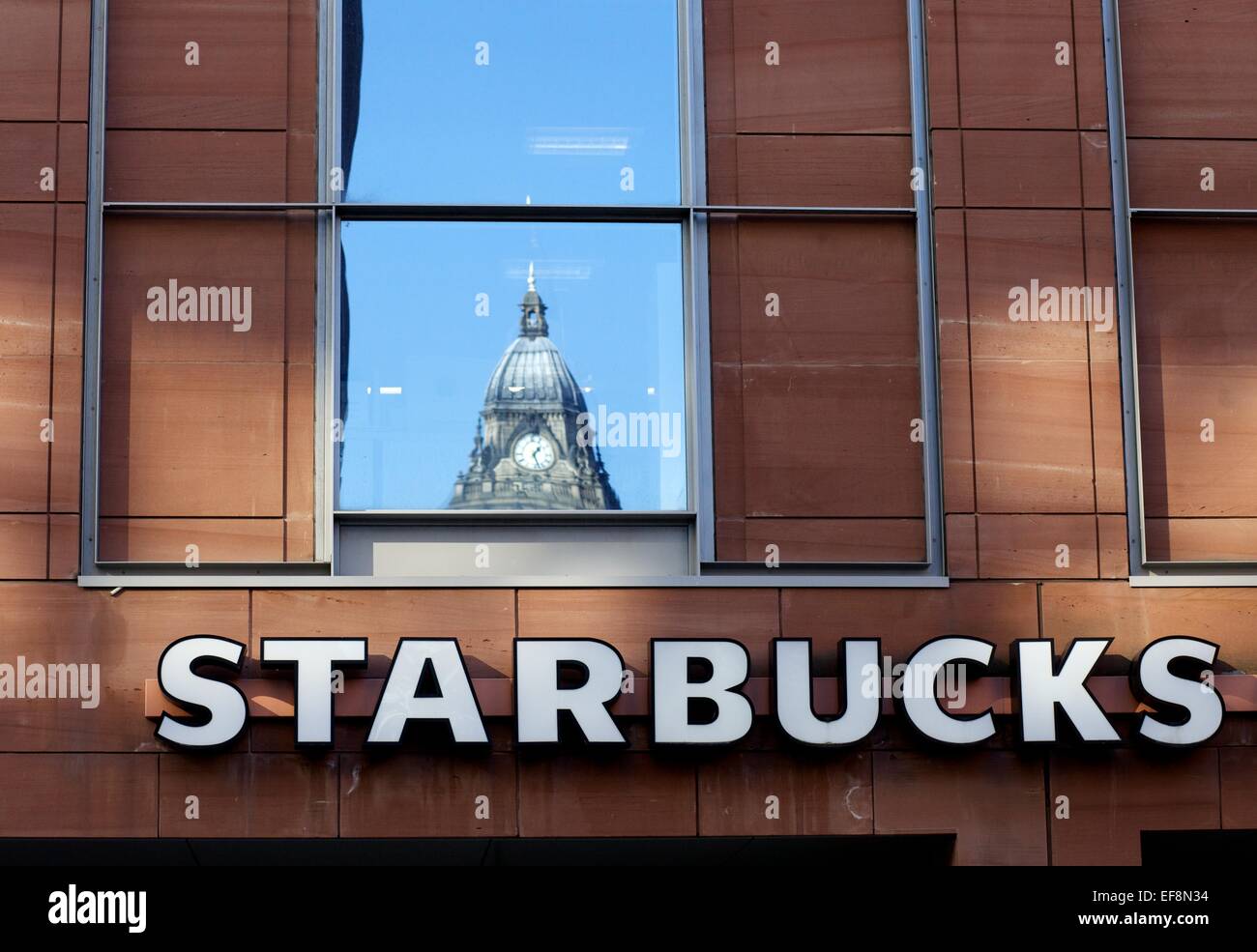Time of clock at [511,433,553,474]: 1:27
